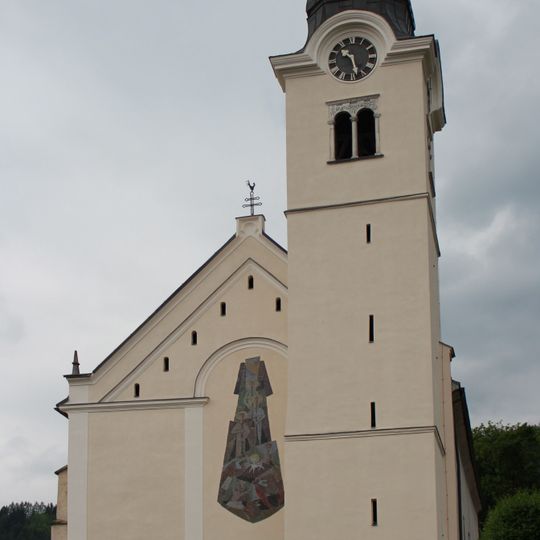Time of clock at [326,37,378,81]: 10:27
